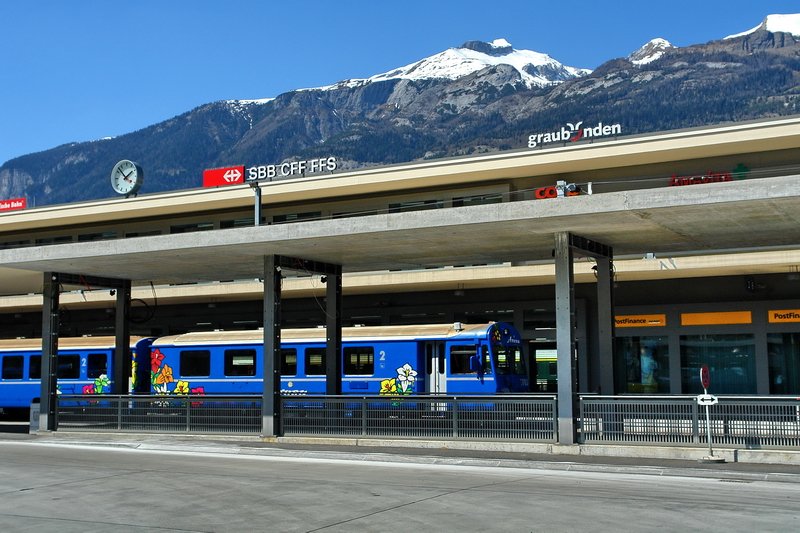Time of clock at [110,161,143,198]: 1:52
